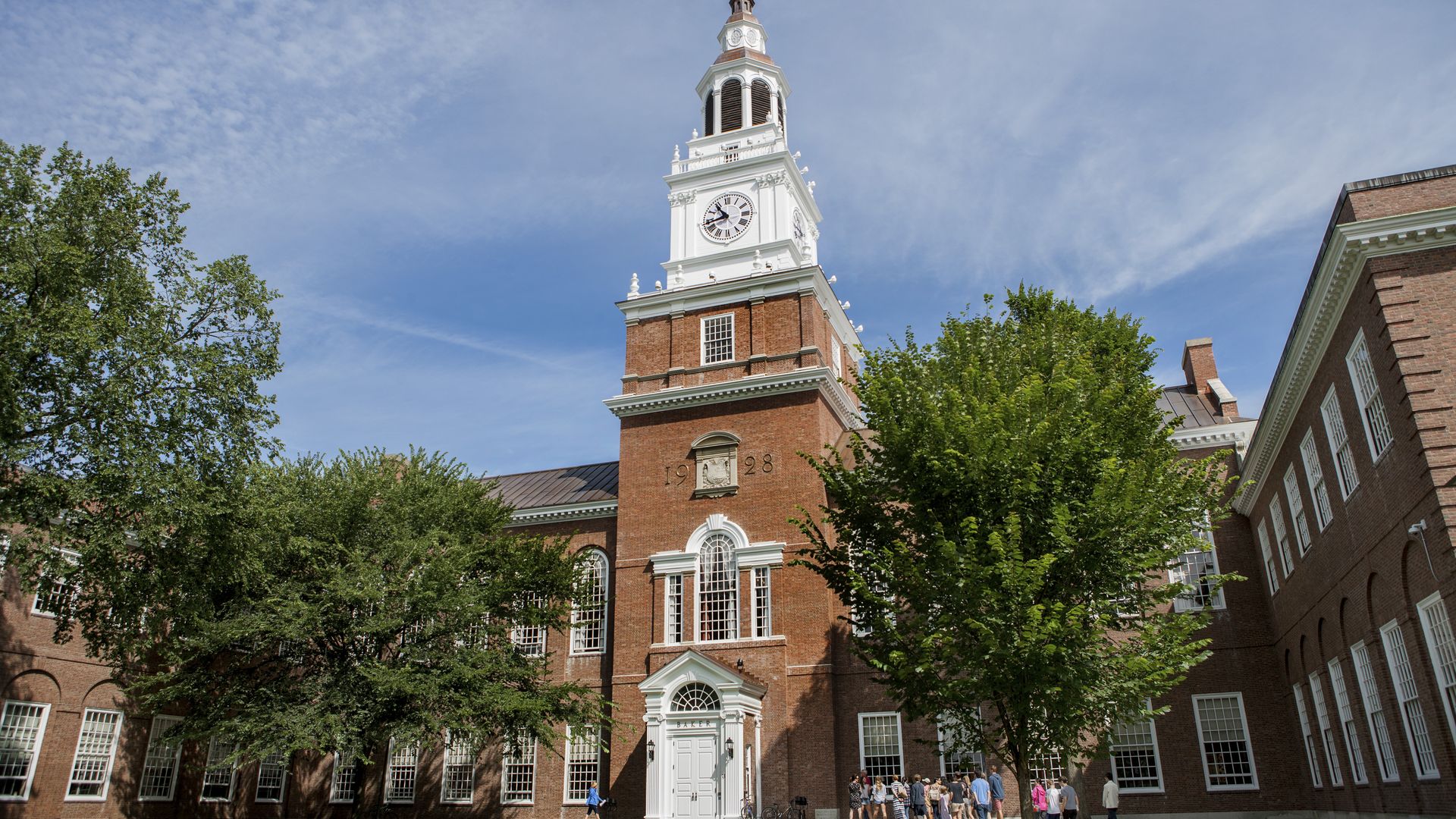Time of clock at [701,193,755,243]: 10:43
